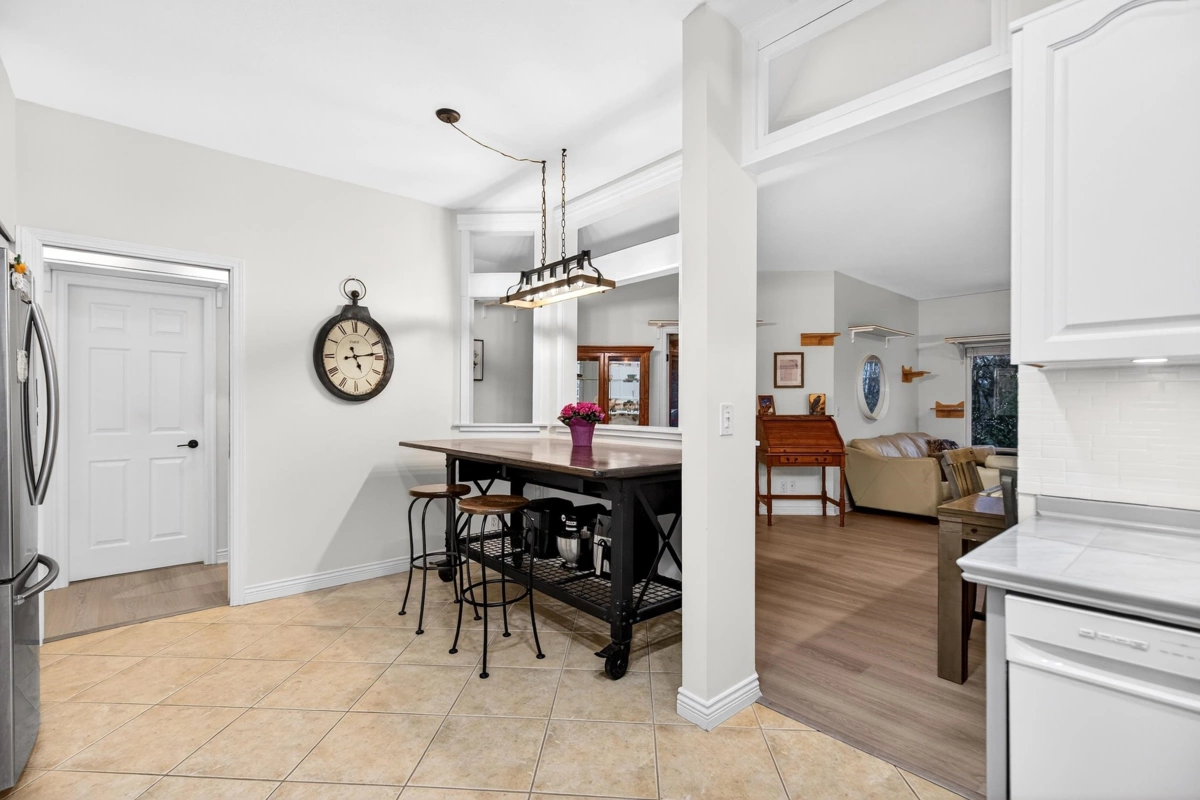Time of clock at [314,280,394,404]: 5:13
